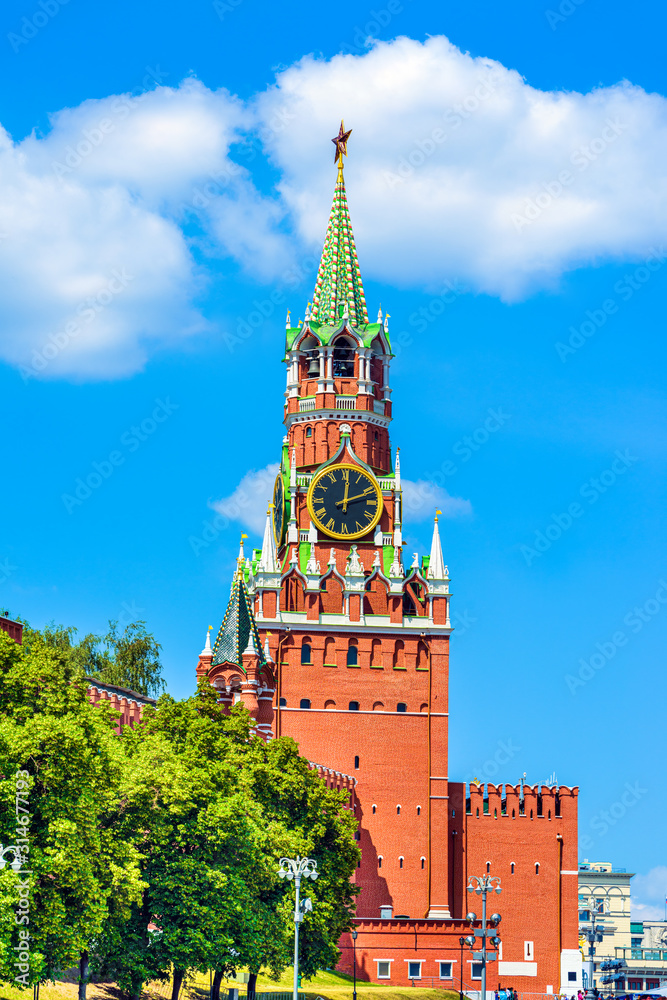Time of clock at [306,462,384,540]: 12:11
